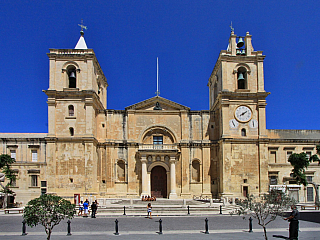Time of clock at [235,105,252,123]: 8:09
